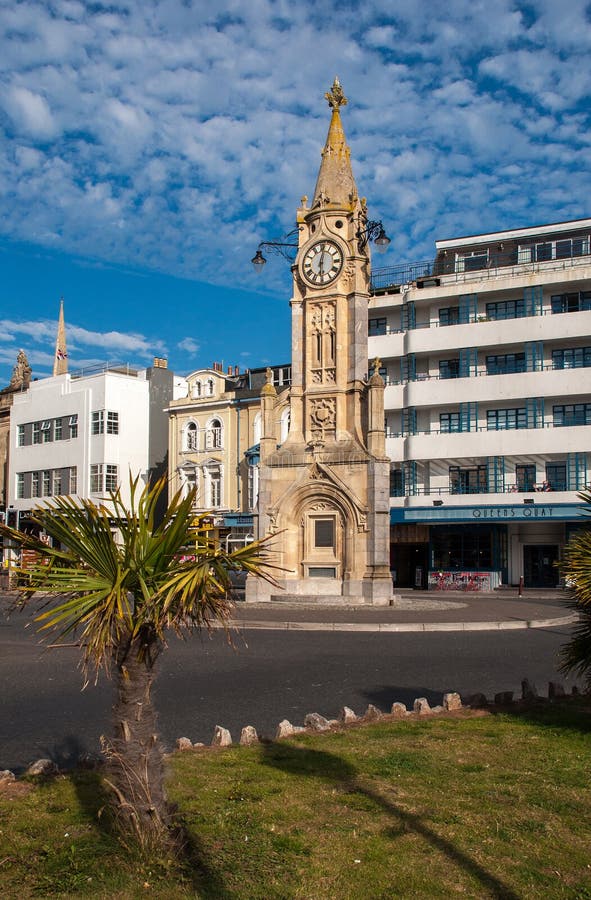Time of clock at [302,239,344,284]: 6:01
